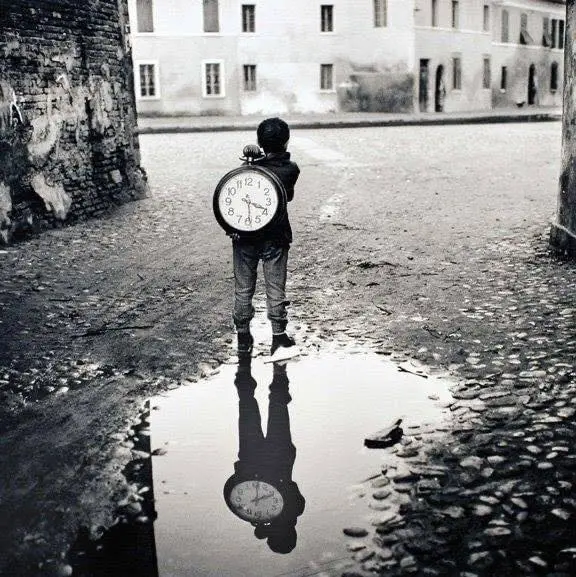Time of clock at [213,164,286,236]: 3:29
